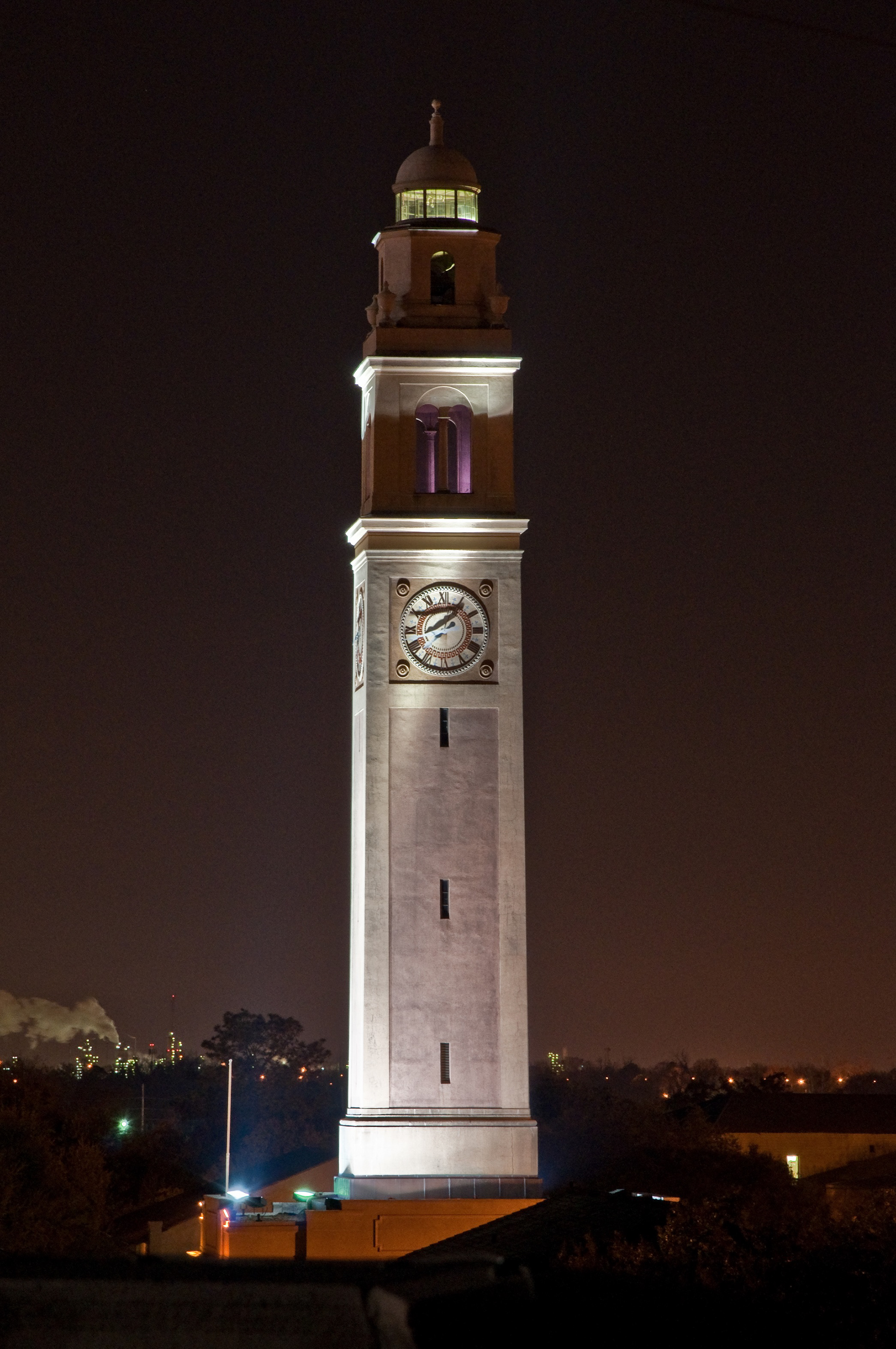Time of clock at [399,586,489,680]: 8:07
